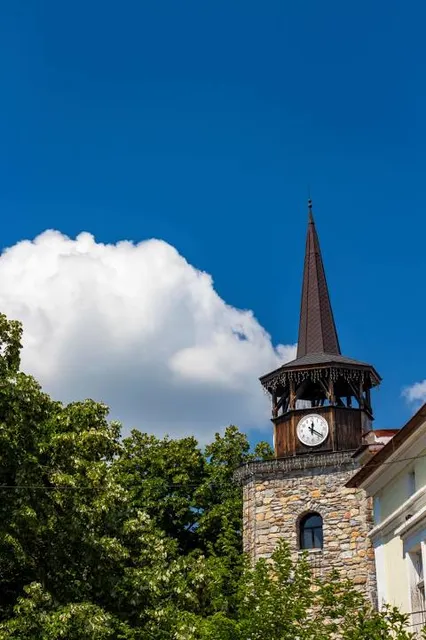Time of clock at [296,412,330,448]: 12:20
